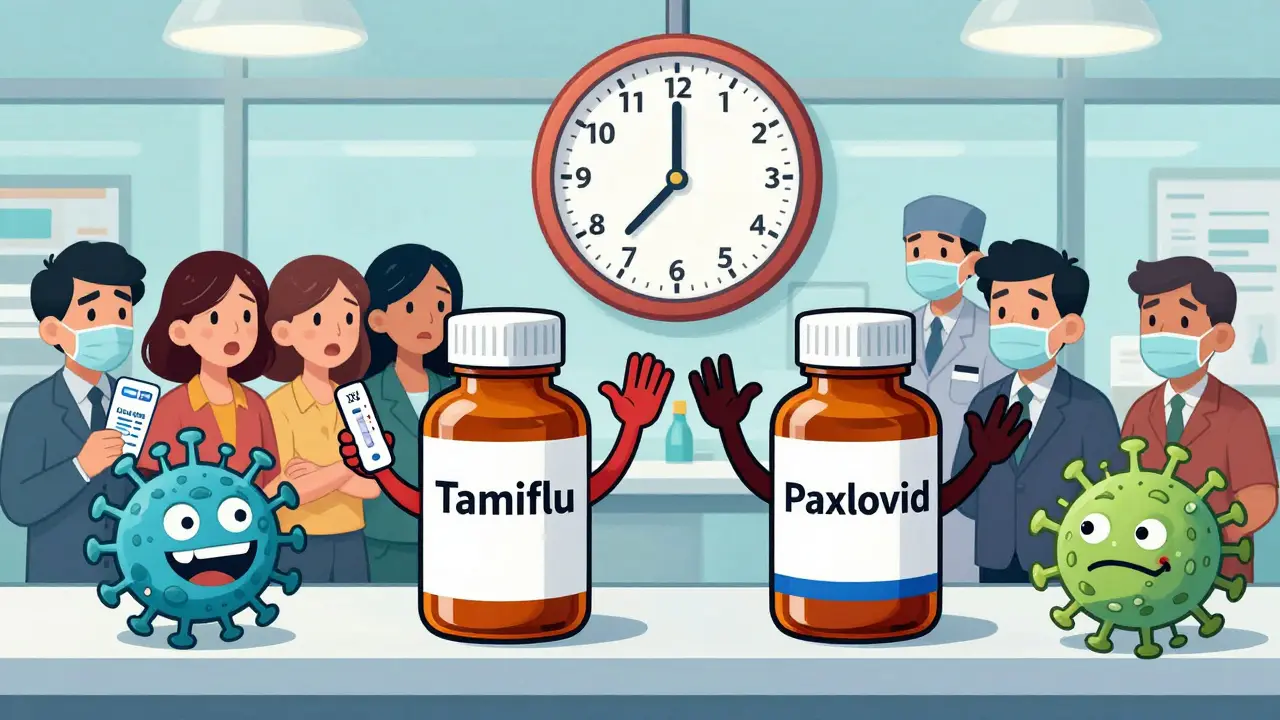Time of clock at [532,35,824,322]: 11:59
